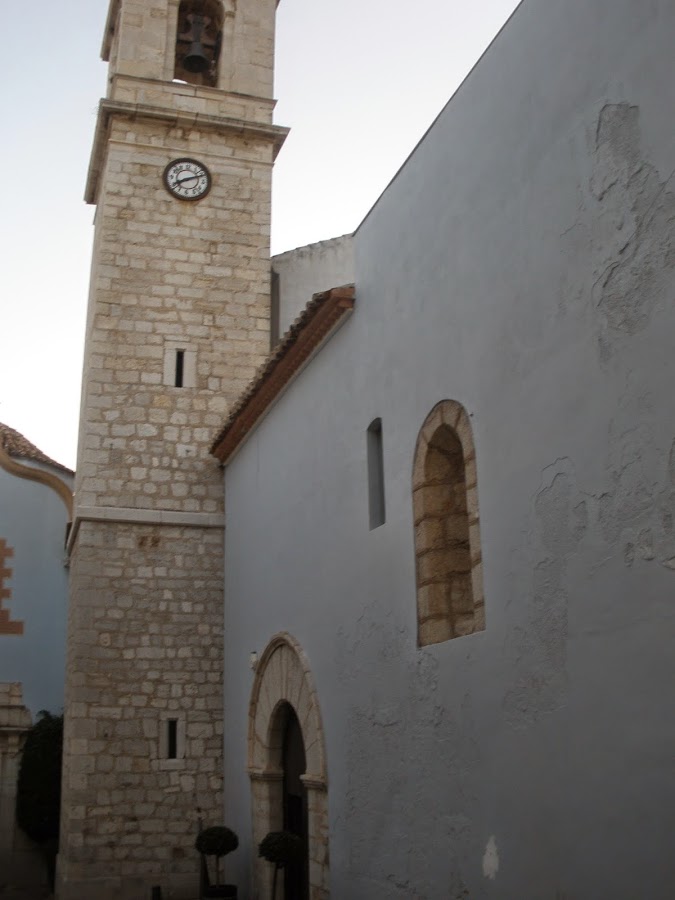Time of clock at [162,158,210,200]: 8:11
